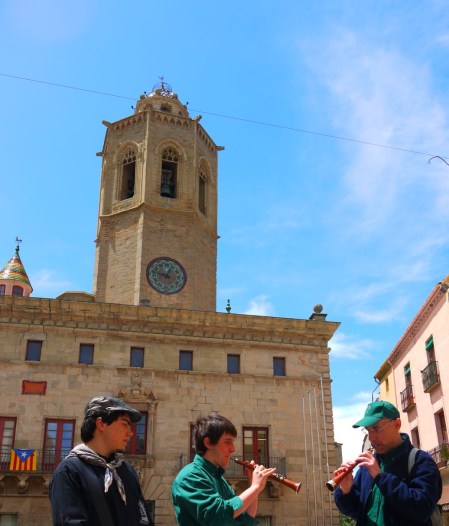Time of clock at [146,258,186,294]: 12:48
